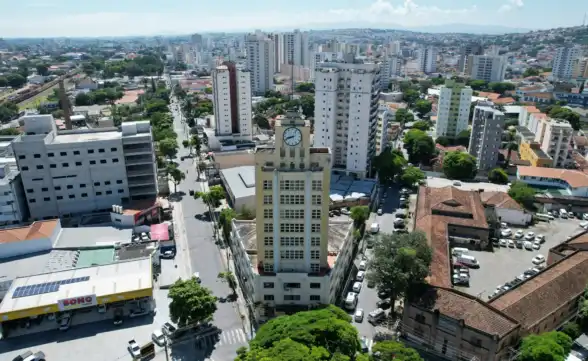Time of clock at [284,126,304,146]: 8:42
